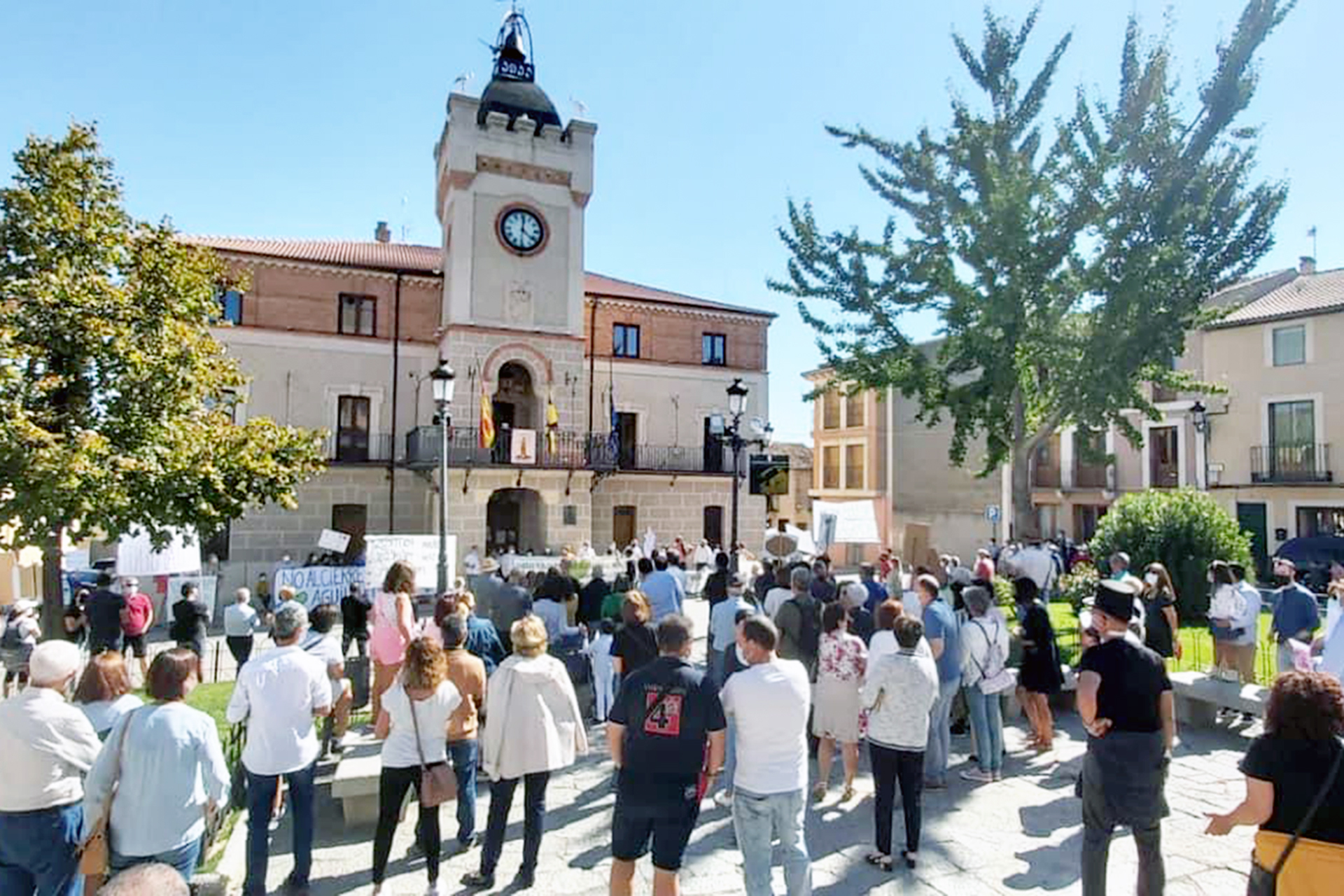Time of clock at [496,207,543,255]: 12:21
